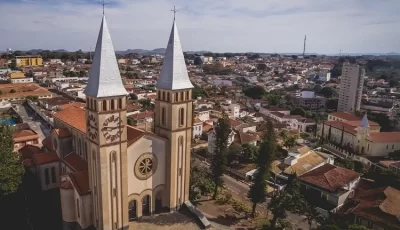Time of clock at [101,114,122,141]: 2:46
